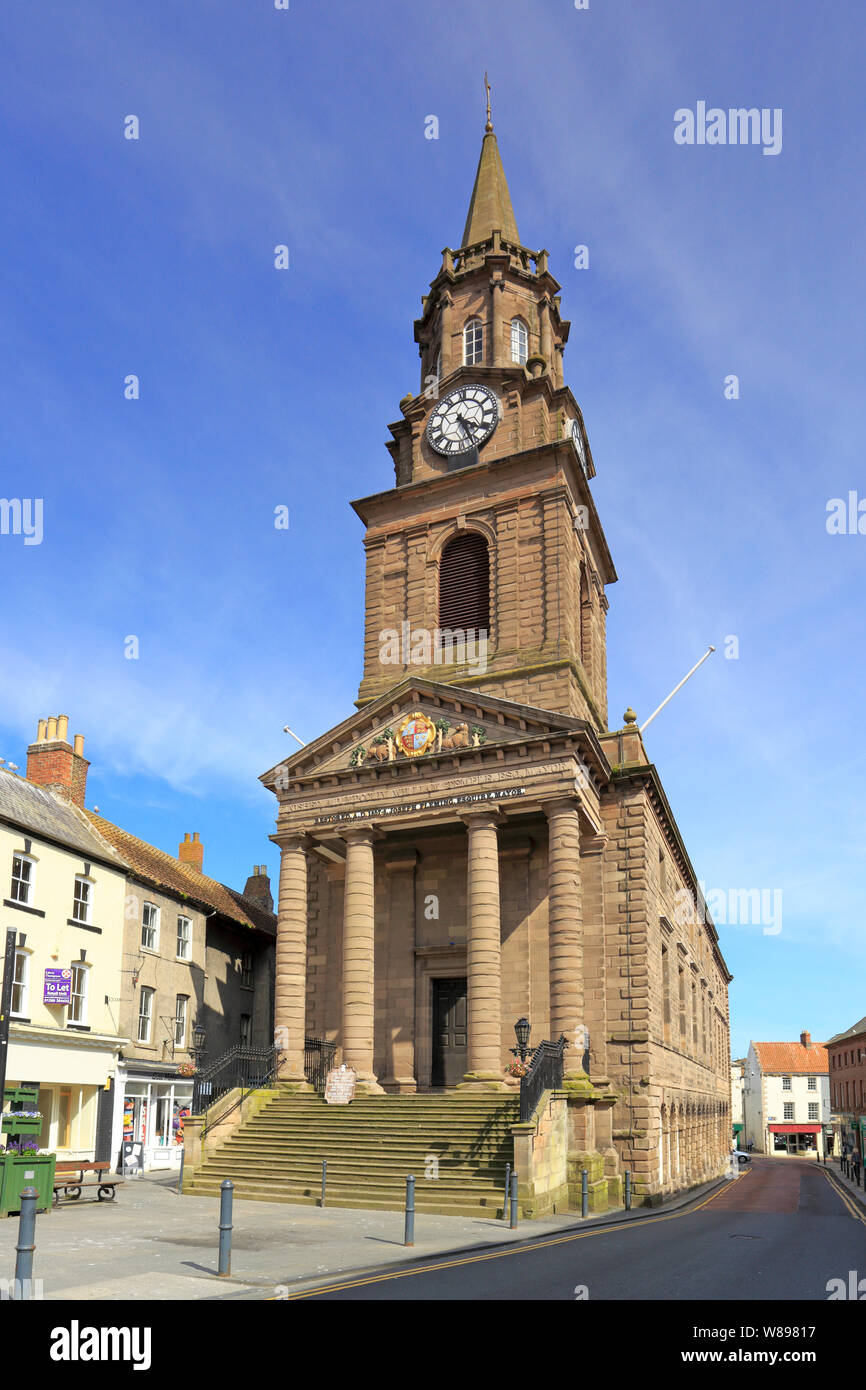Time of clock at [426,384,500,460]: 4:26
